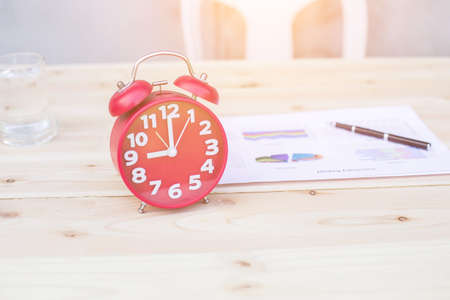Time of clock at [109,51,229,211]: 9:00
